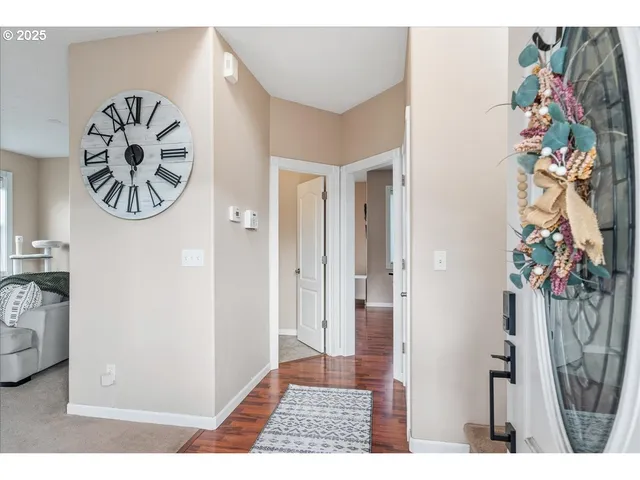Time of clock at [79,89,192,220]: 5:56
